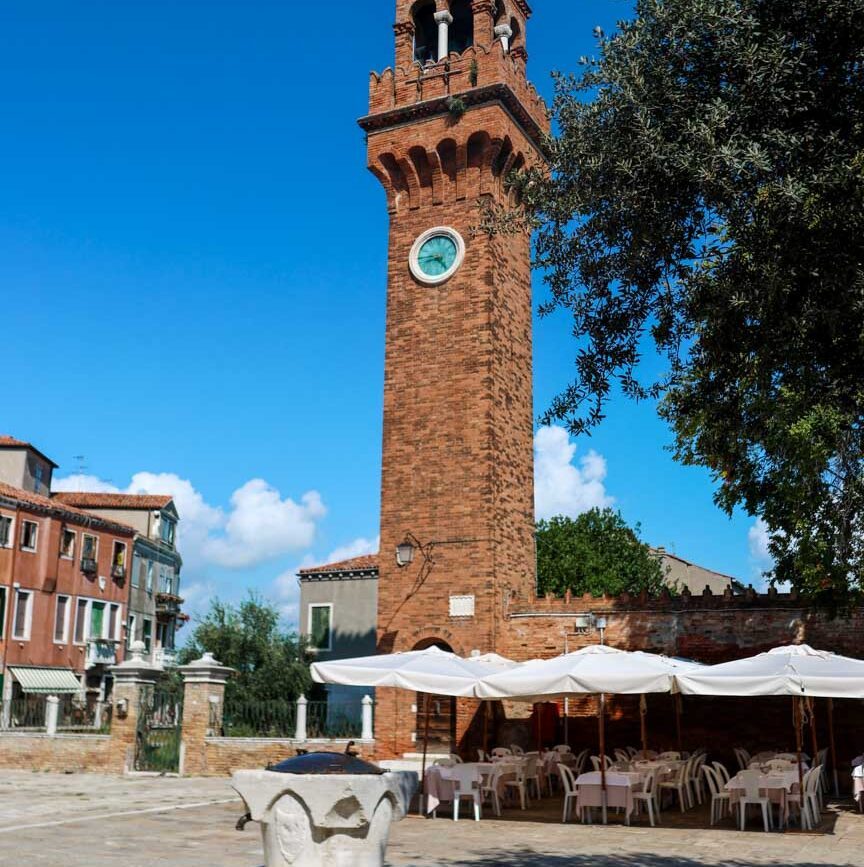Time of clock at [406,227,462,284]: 8:23
